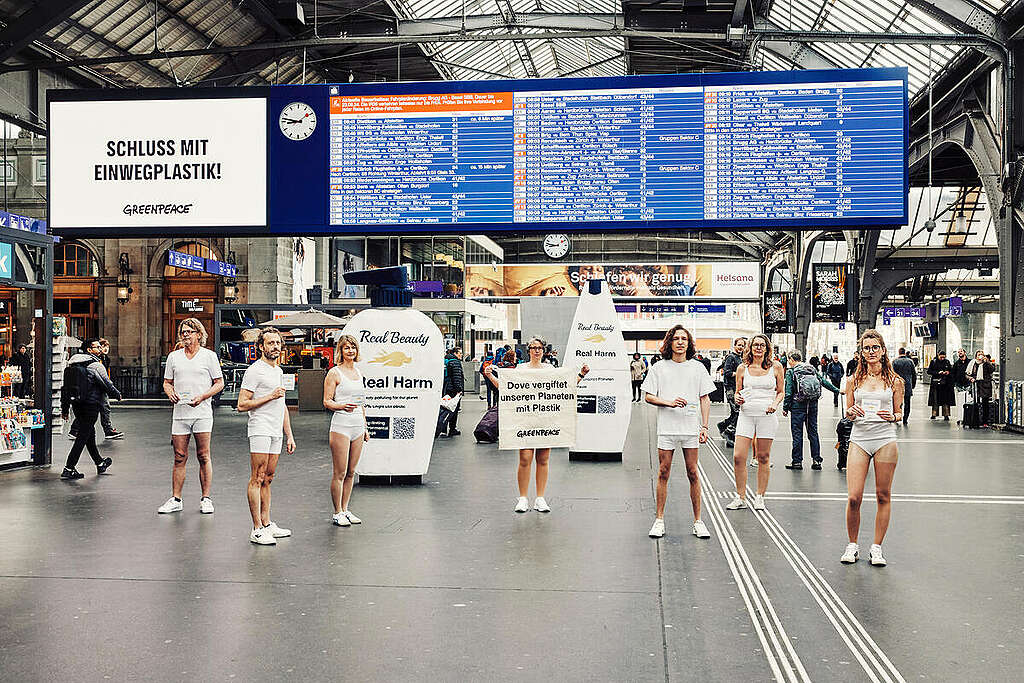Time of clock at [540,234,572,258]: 8:46
